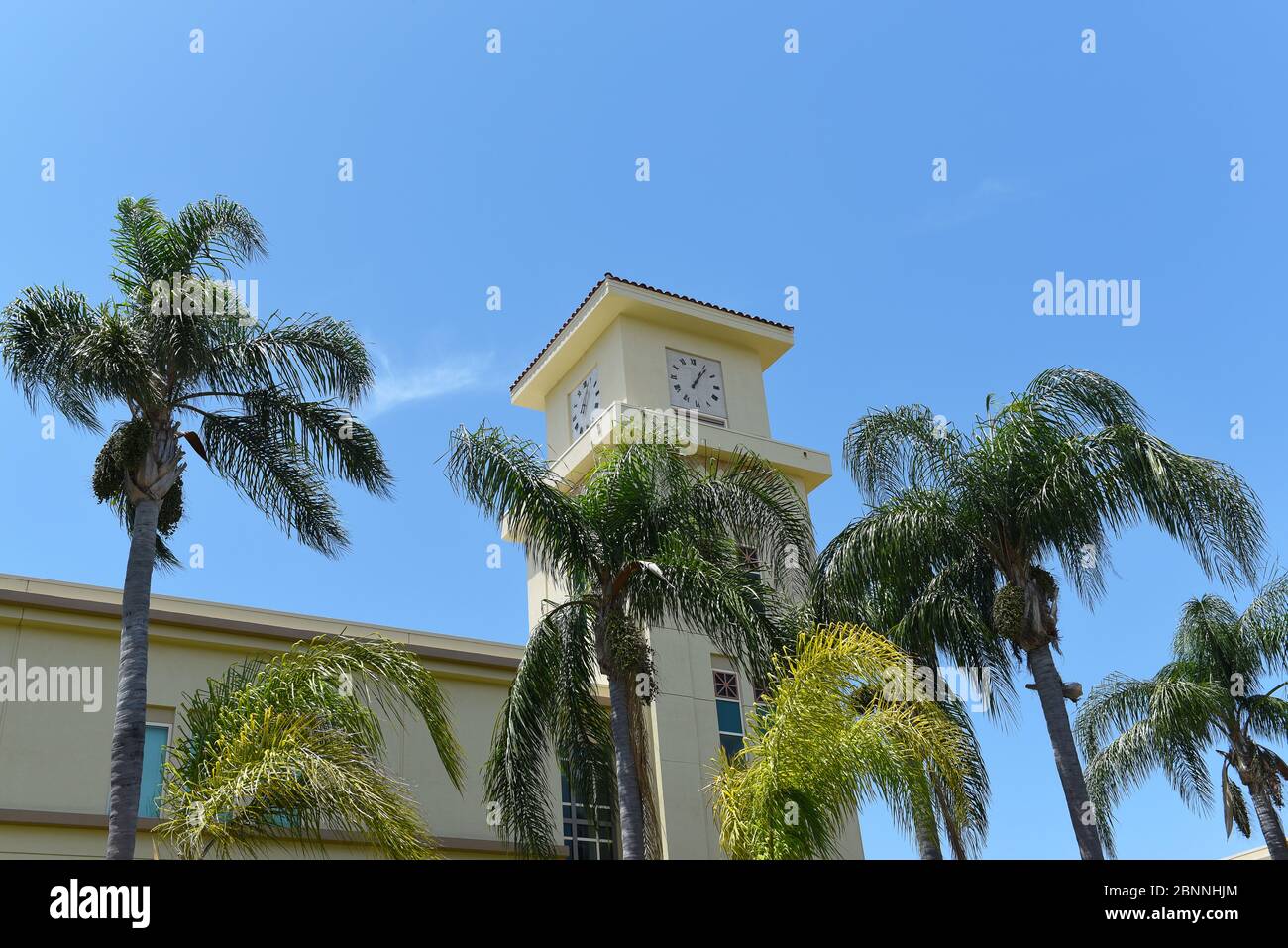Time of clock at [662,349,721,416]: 1:06
